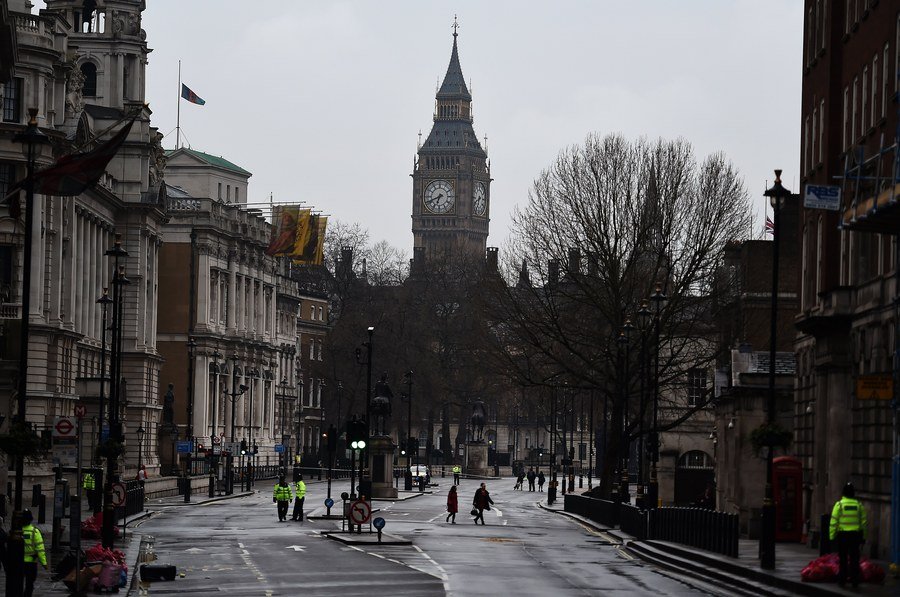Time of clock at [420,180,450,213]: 6:41
